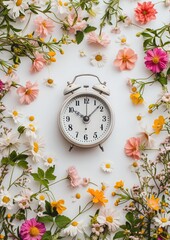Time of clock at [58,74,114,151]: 10:07
